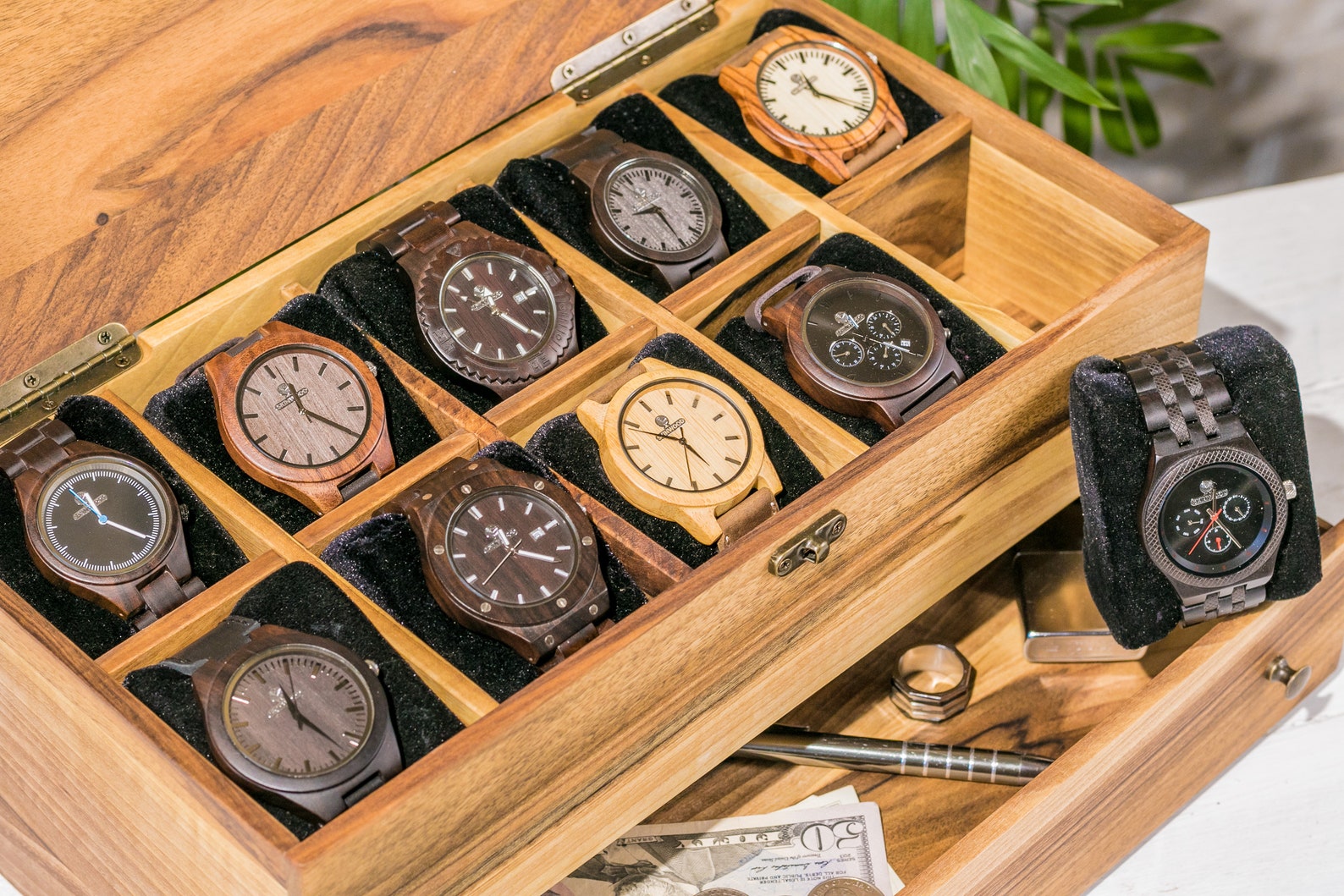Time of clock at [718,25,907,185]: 11:19
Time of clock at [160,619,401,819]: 11:22
